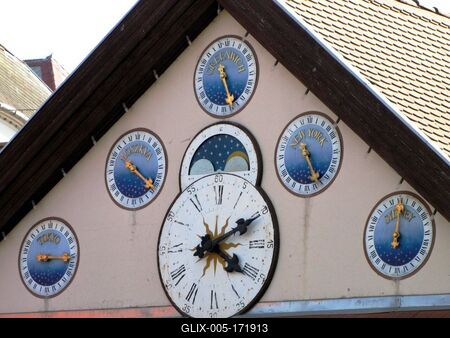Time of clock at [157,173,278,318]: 4:10
